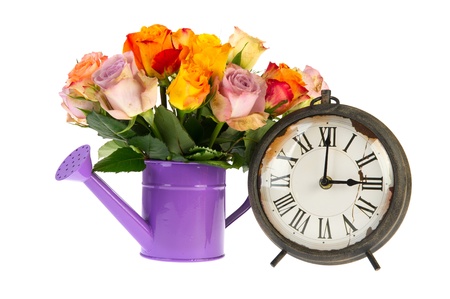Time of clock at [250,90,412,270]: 3:00
